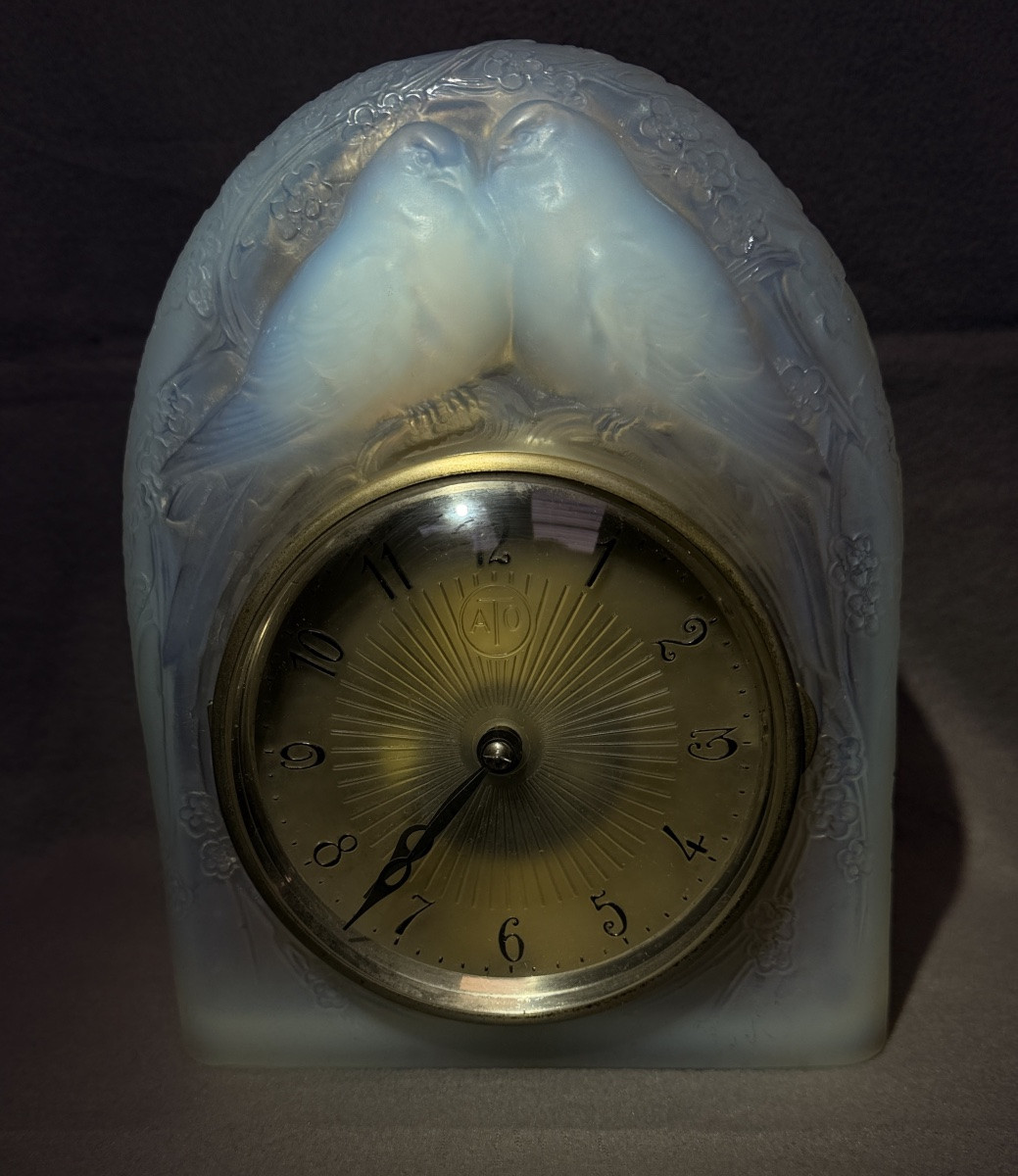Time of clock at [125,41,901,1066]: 7:37
